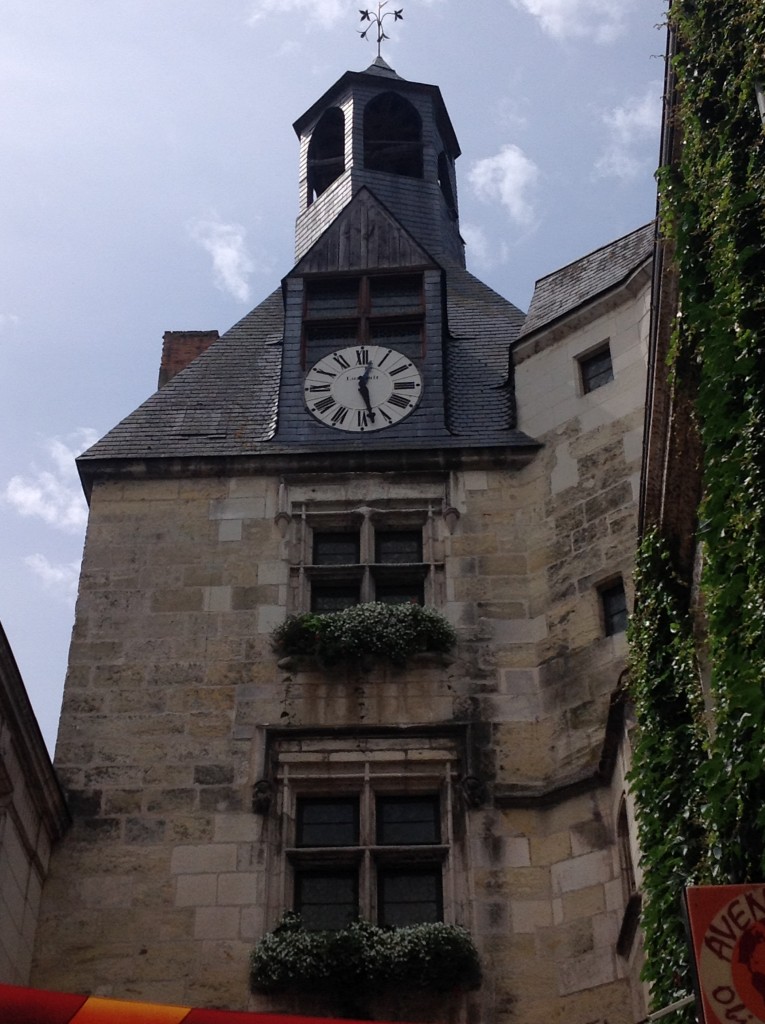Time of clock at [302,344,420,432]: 12:27
